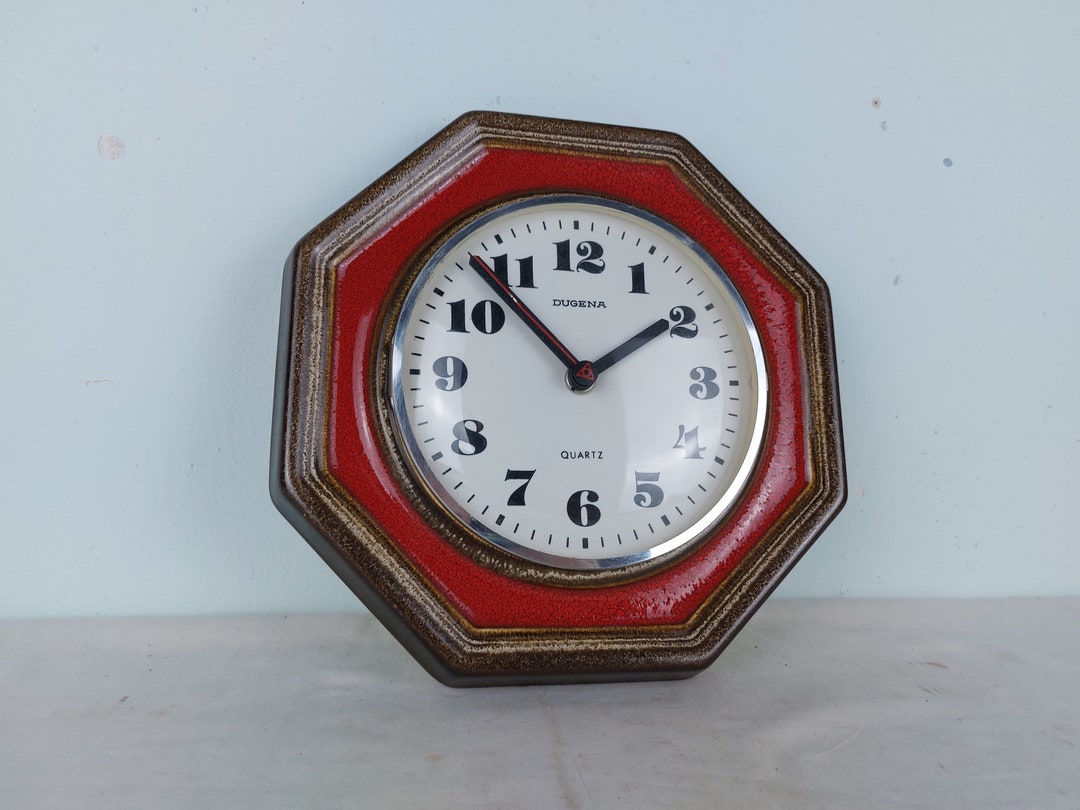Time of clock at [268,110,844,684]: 1:53
